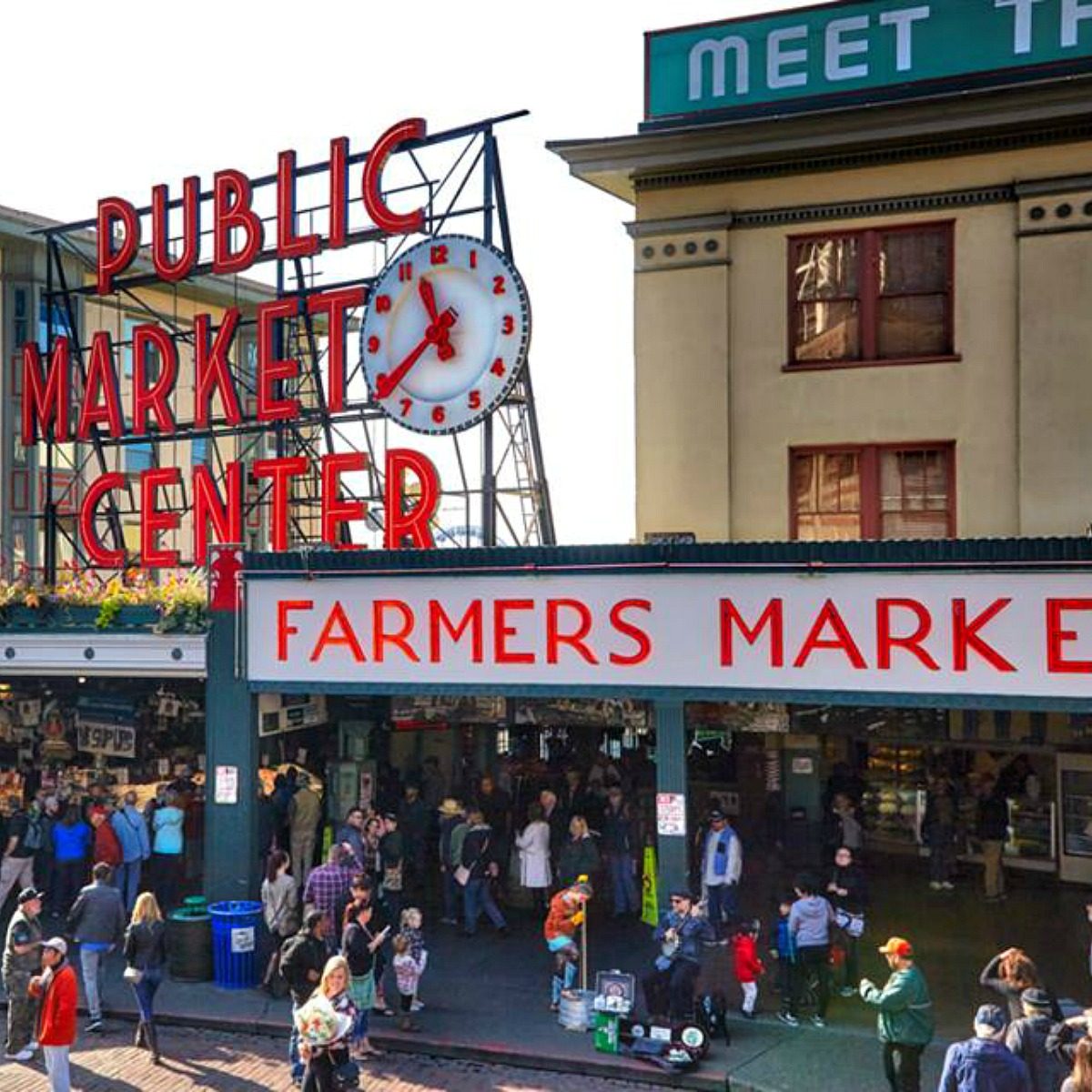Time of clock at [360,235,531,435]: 11:39
